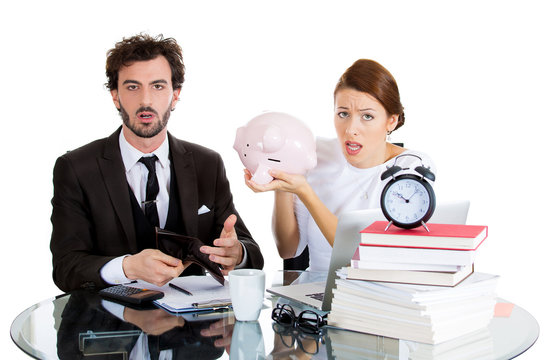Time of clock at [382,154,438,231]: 10:07
